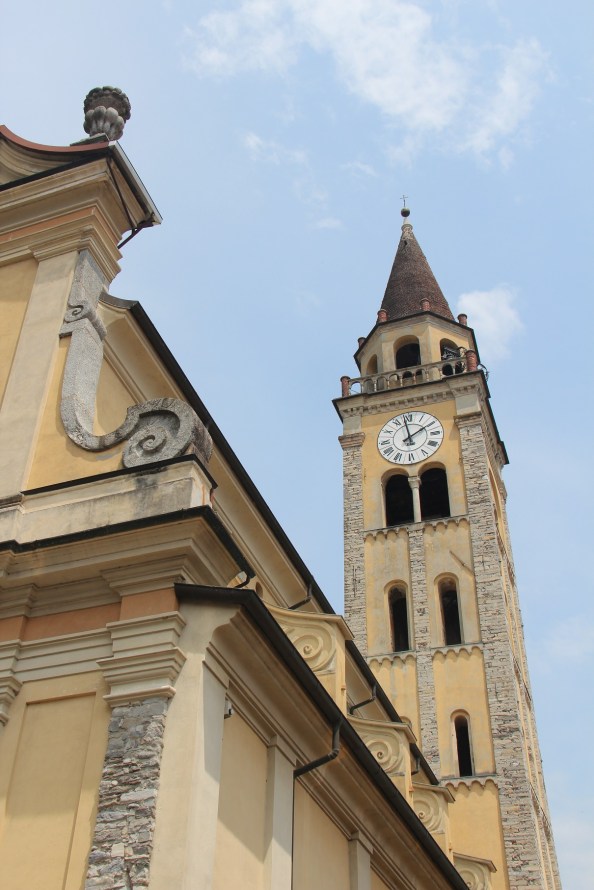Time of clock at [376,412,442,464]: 1:58
